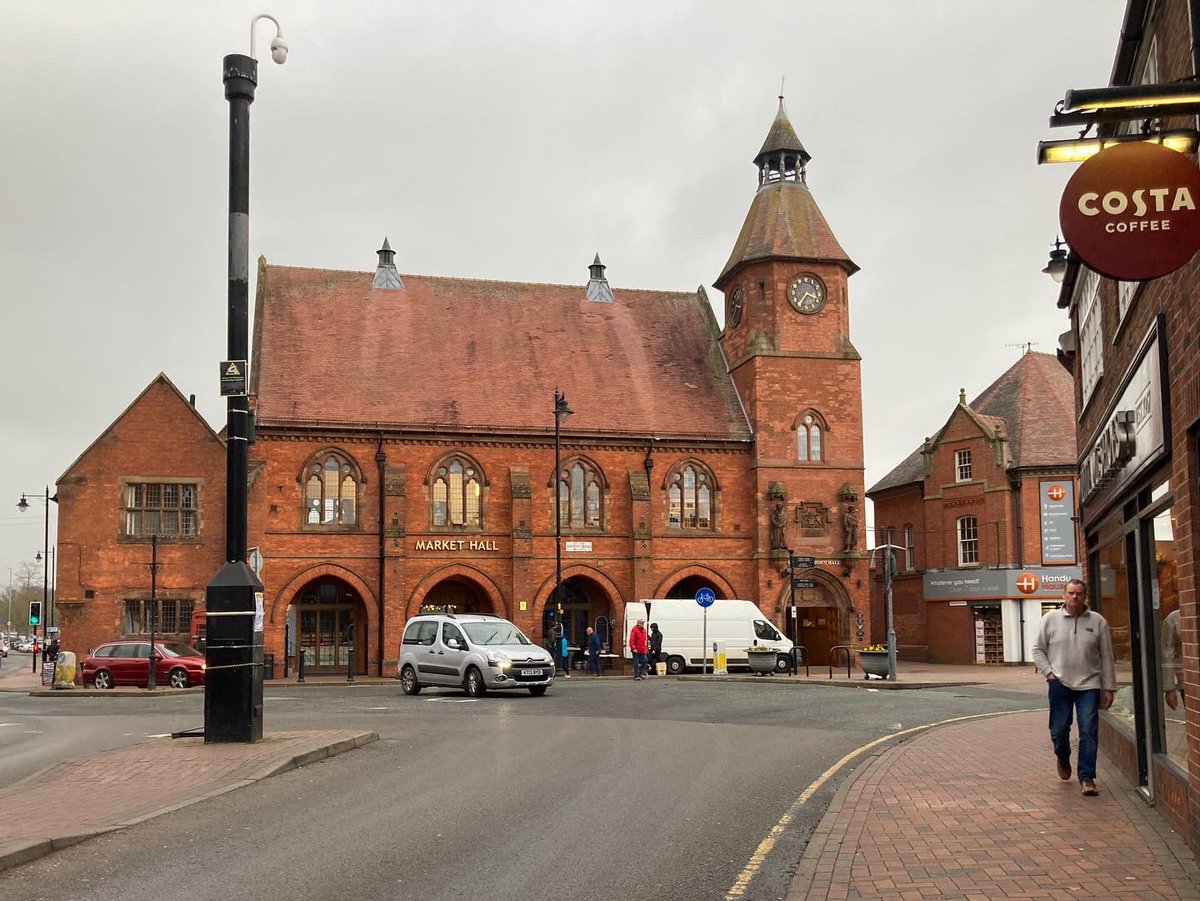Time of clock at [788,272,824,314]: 3:36
